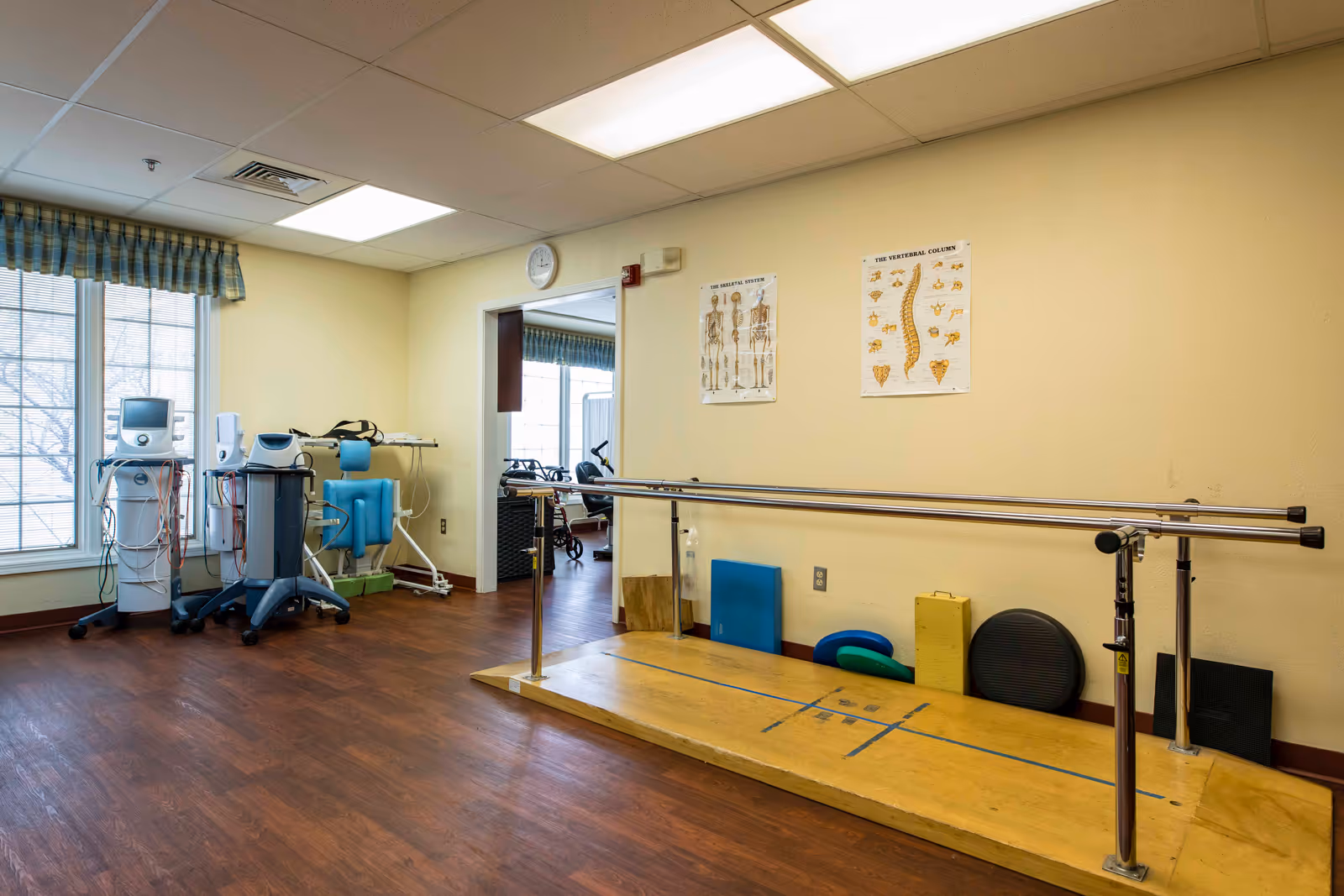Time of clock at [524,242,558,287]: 12:14
